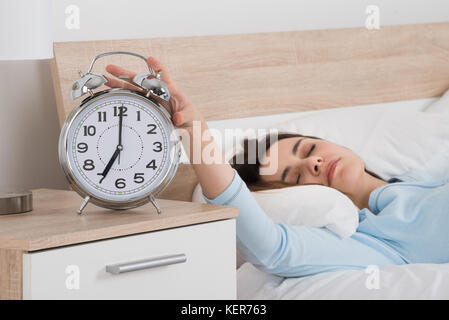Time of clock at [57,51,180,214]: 7:00
